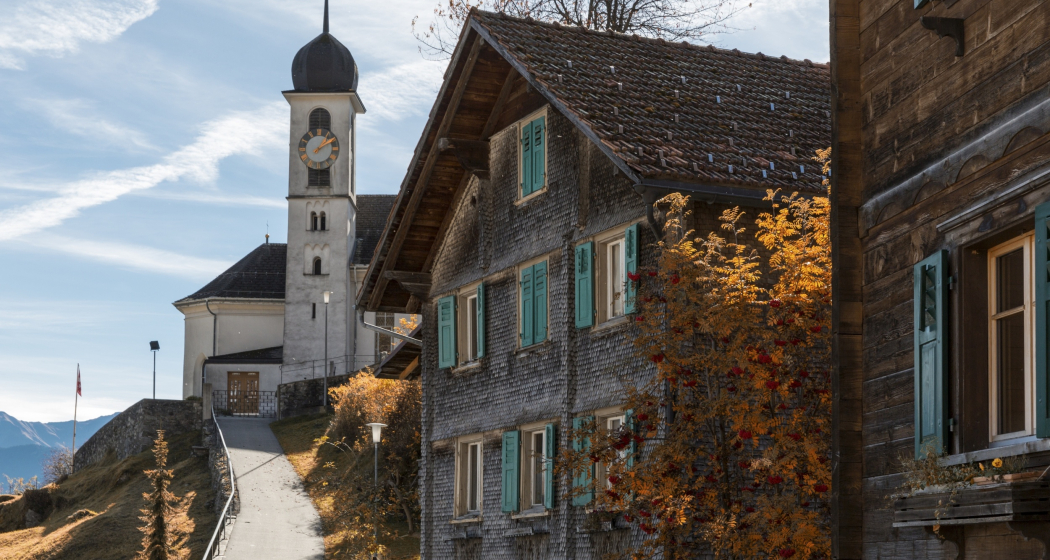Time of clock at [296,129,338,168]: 1:09
